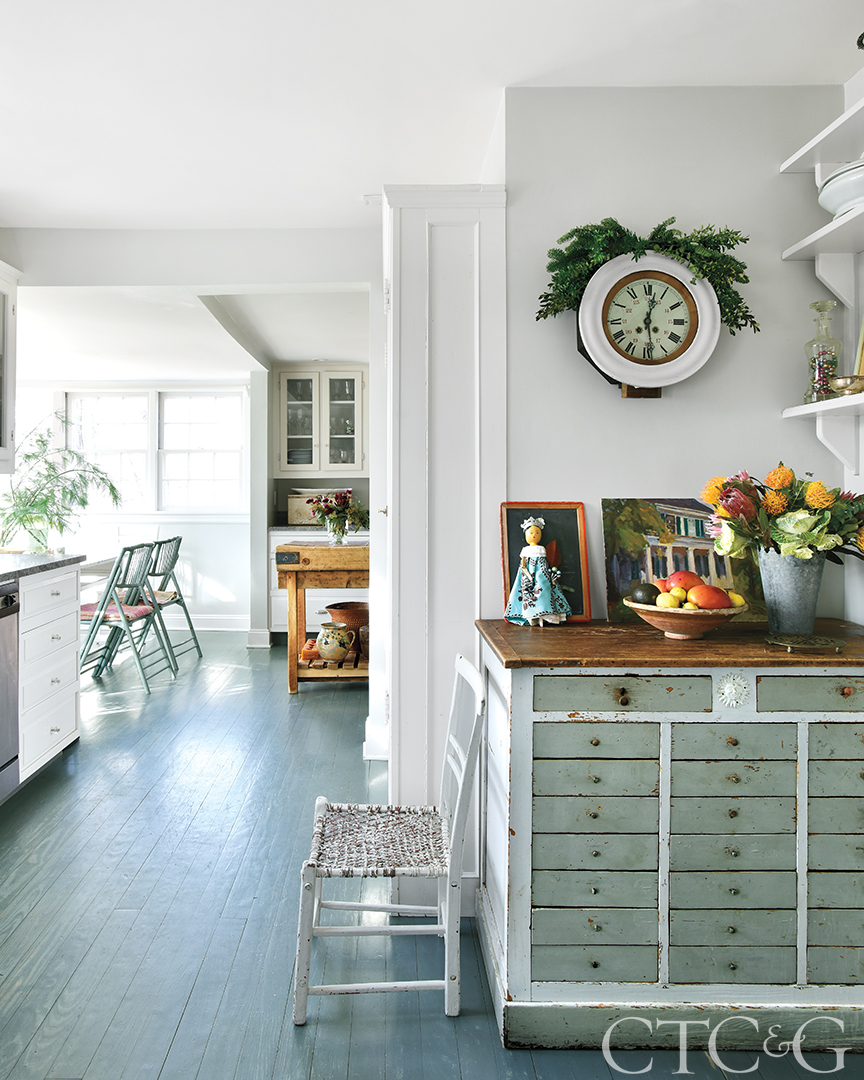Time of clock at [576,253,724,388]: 12:28
